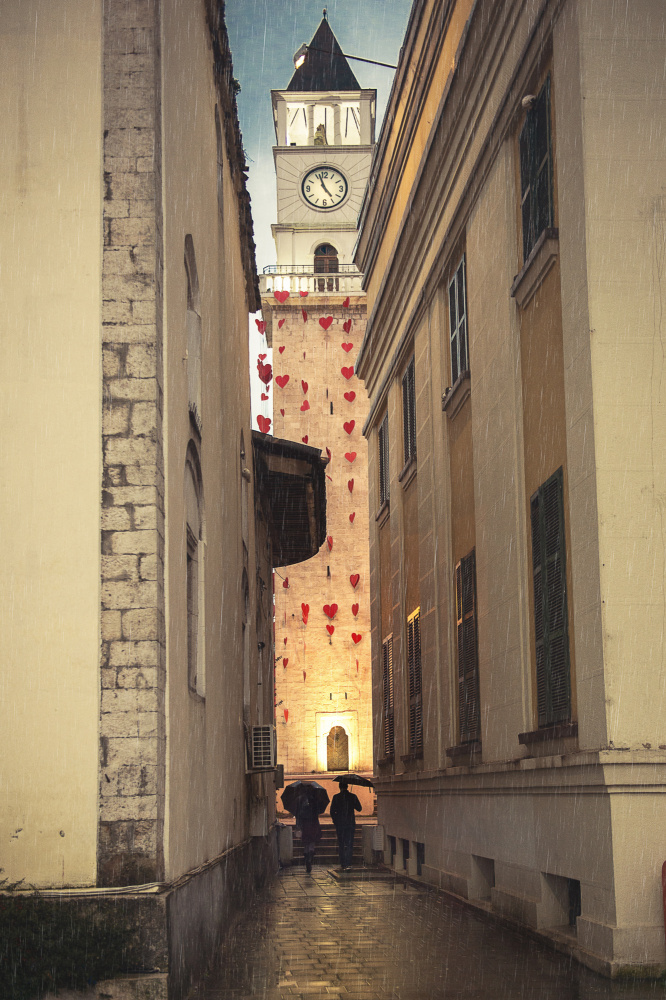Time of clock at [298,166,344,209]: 4:56
